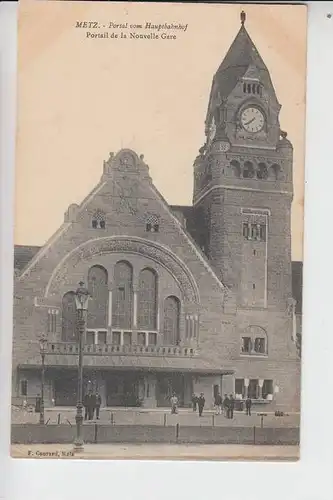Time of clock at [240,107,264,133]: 7:39
